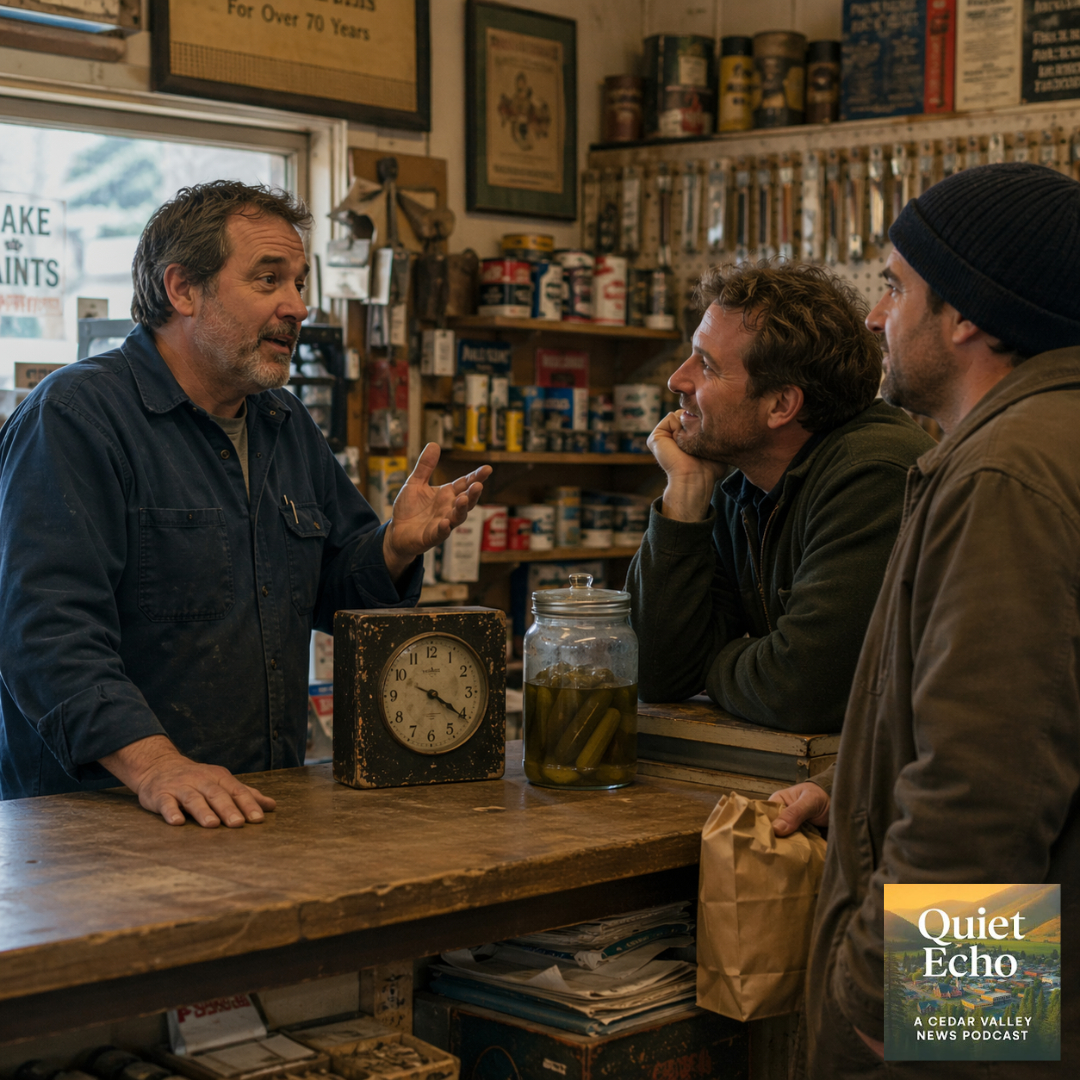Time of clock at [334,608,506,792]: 4:20
